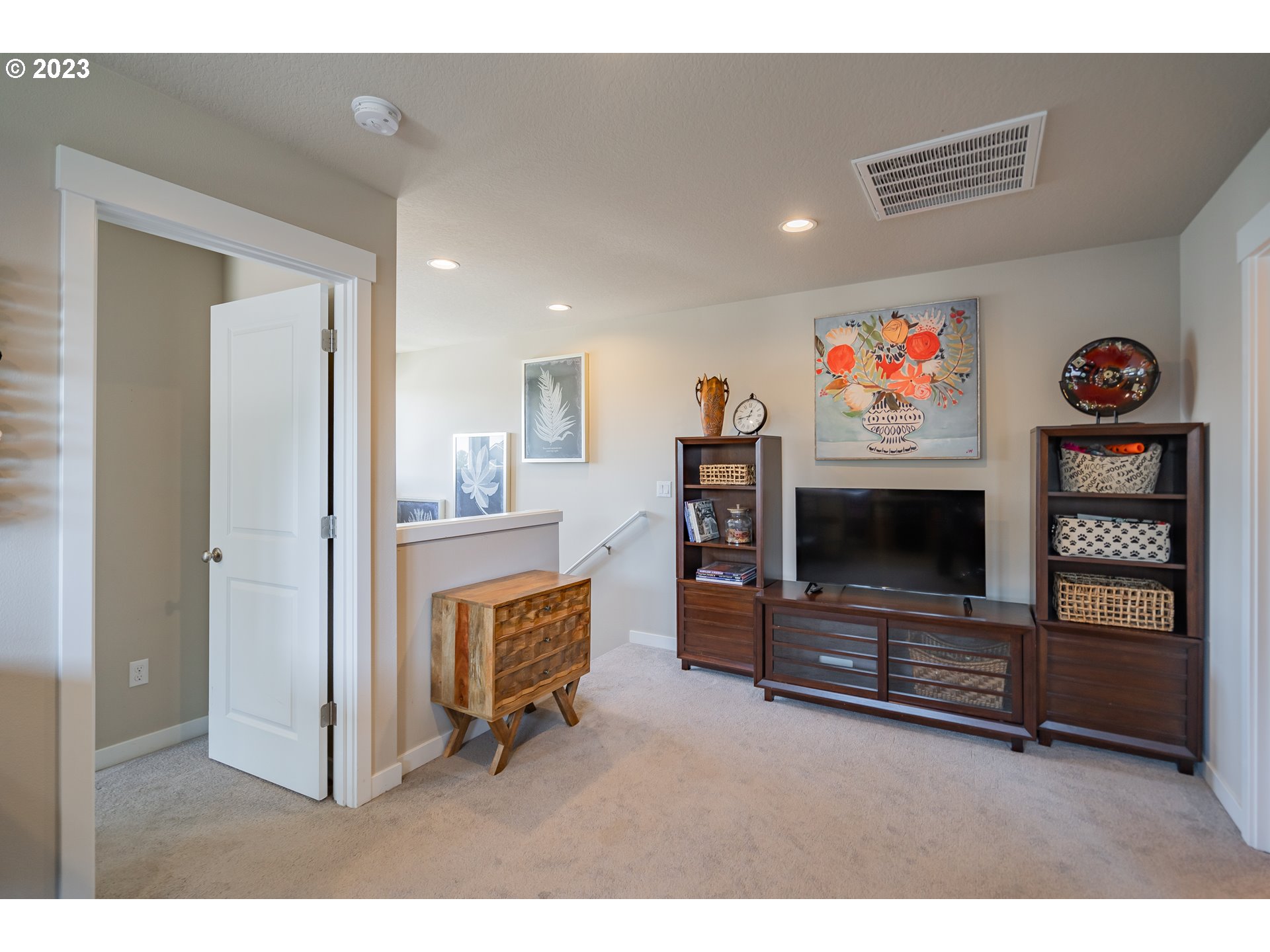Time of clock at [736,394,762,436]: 12:43
